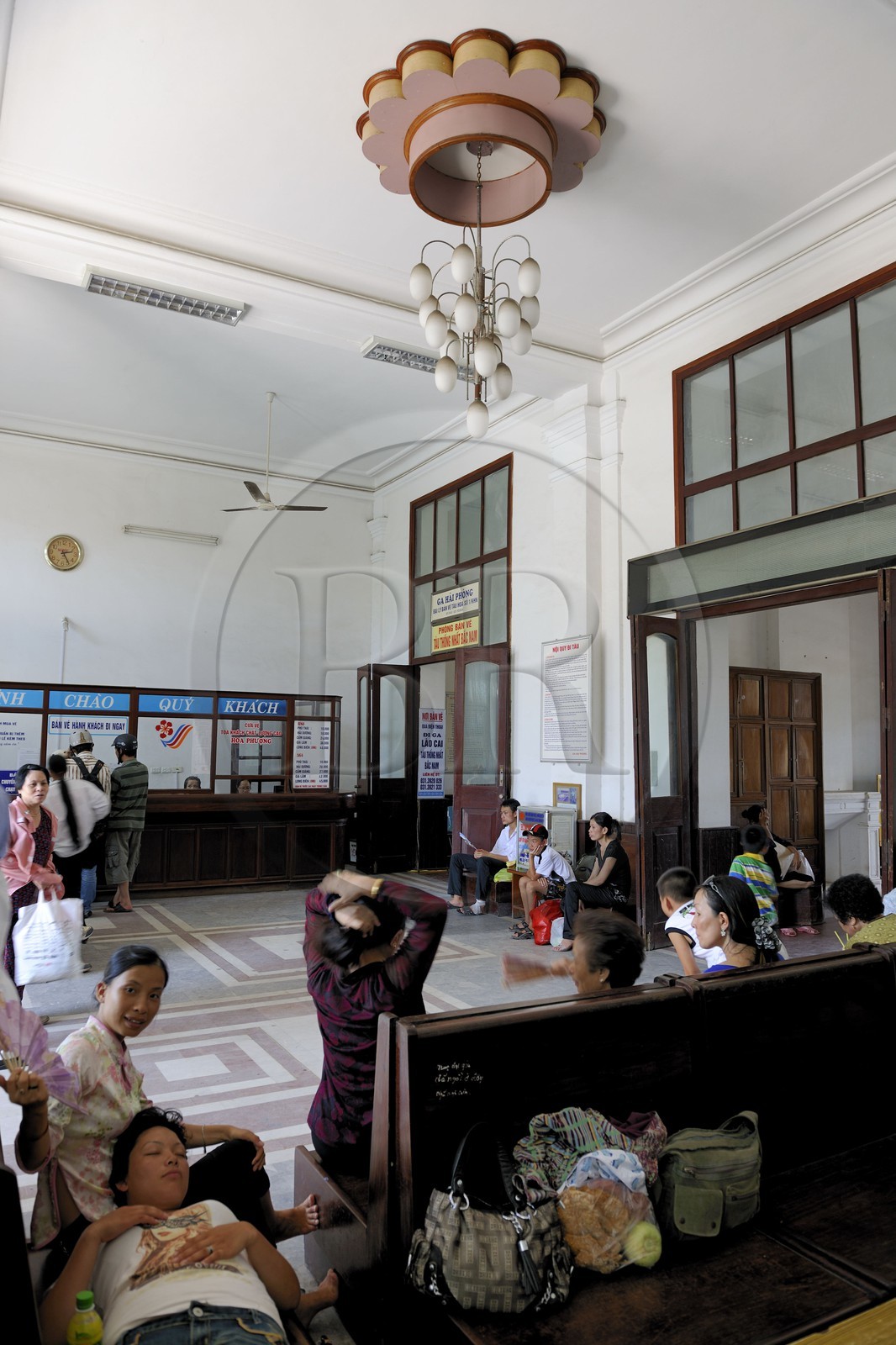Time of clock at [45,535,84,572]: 2:24
